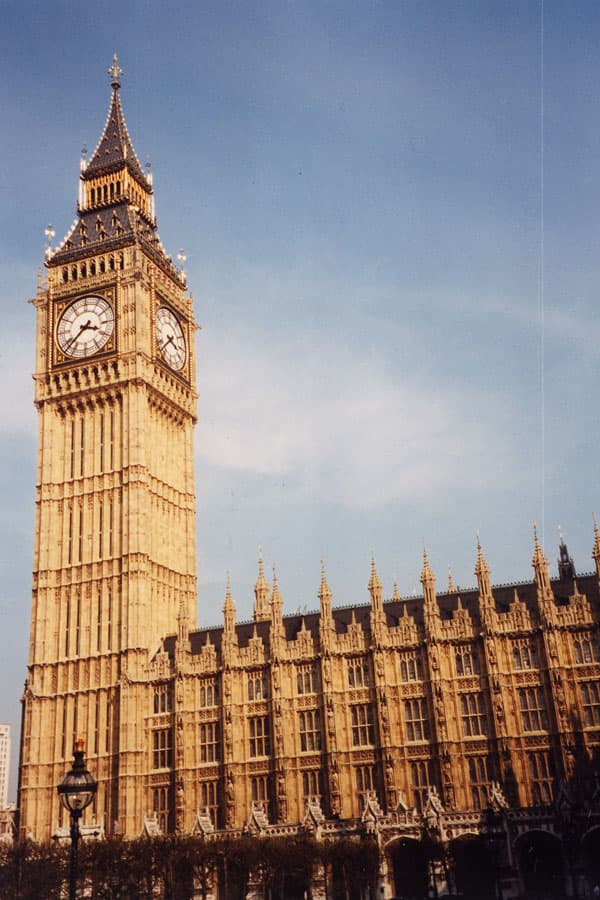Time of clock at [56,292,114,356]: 3:37
